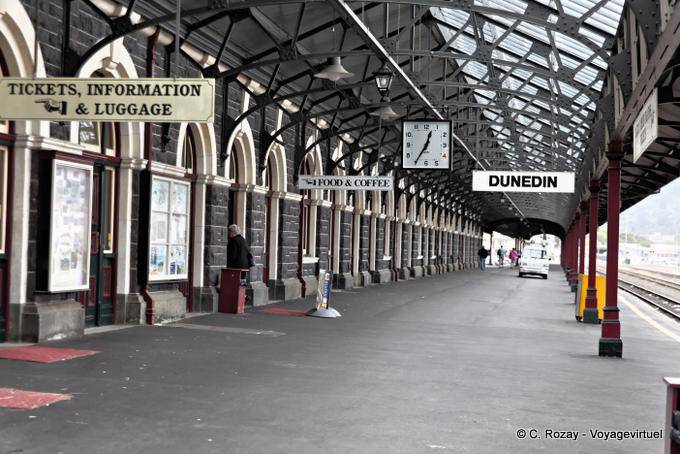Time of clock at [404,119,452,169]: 12:35
